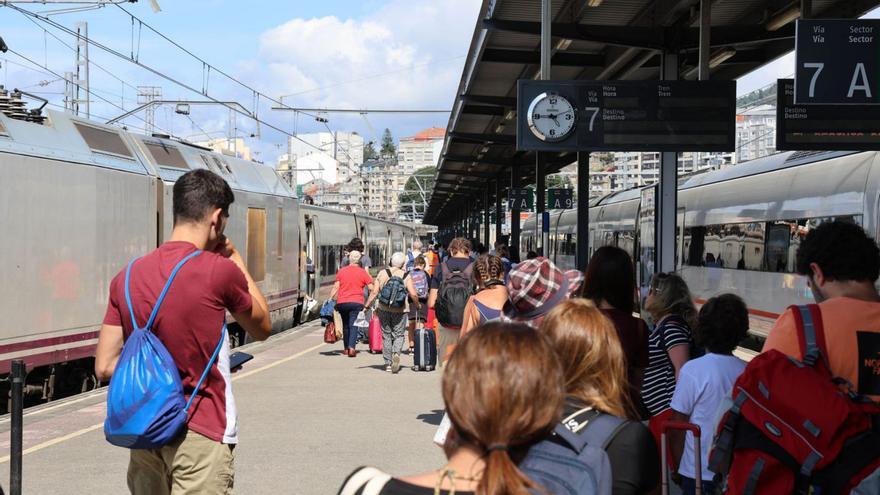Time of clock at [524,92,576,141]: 9:12
